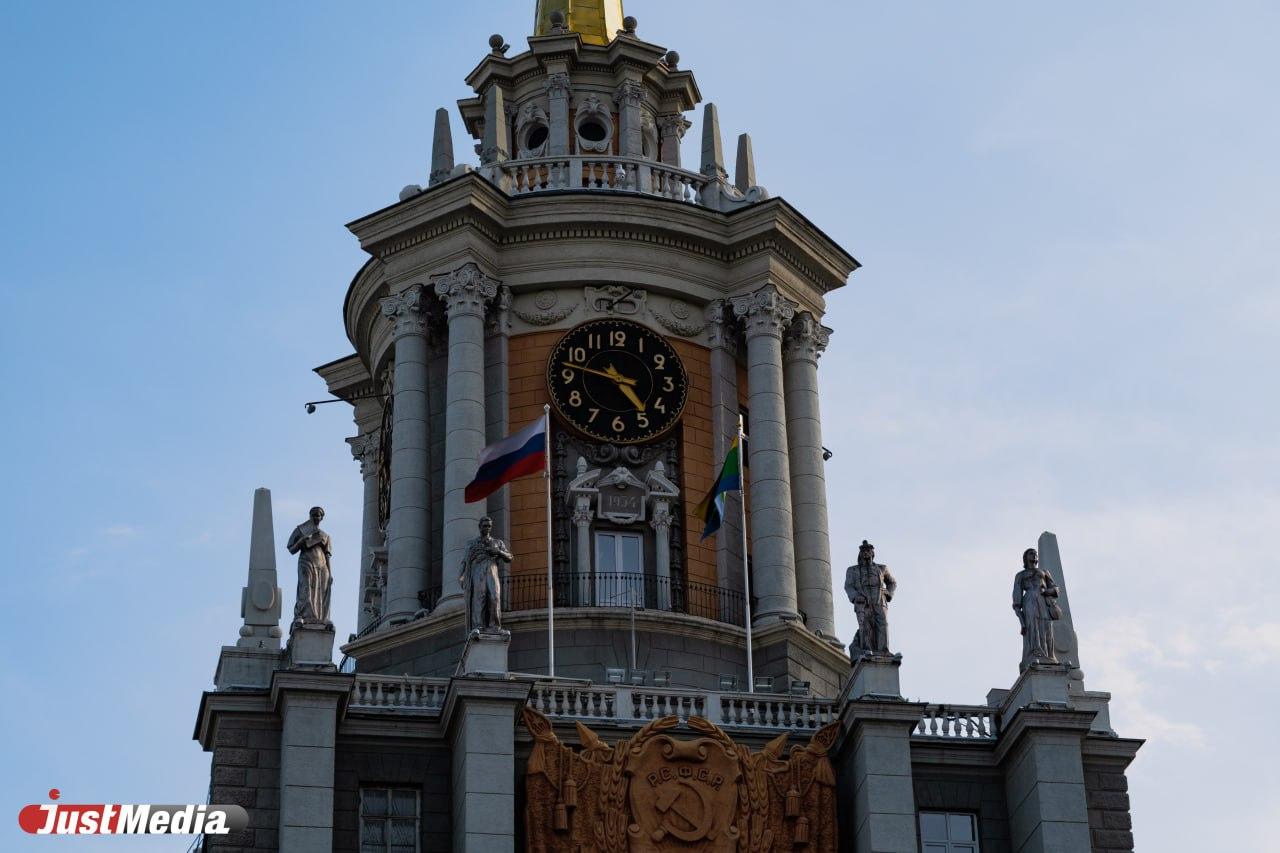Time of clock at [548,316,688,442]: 4:47
